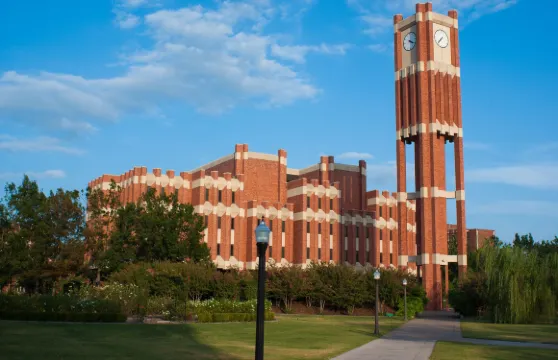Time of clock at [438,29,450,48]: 7:37
